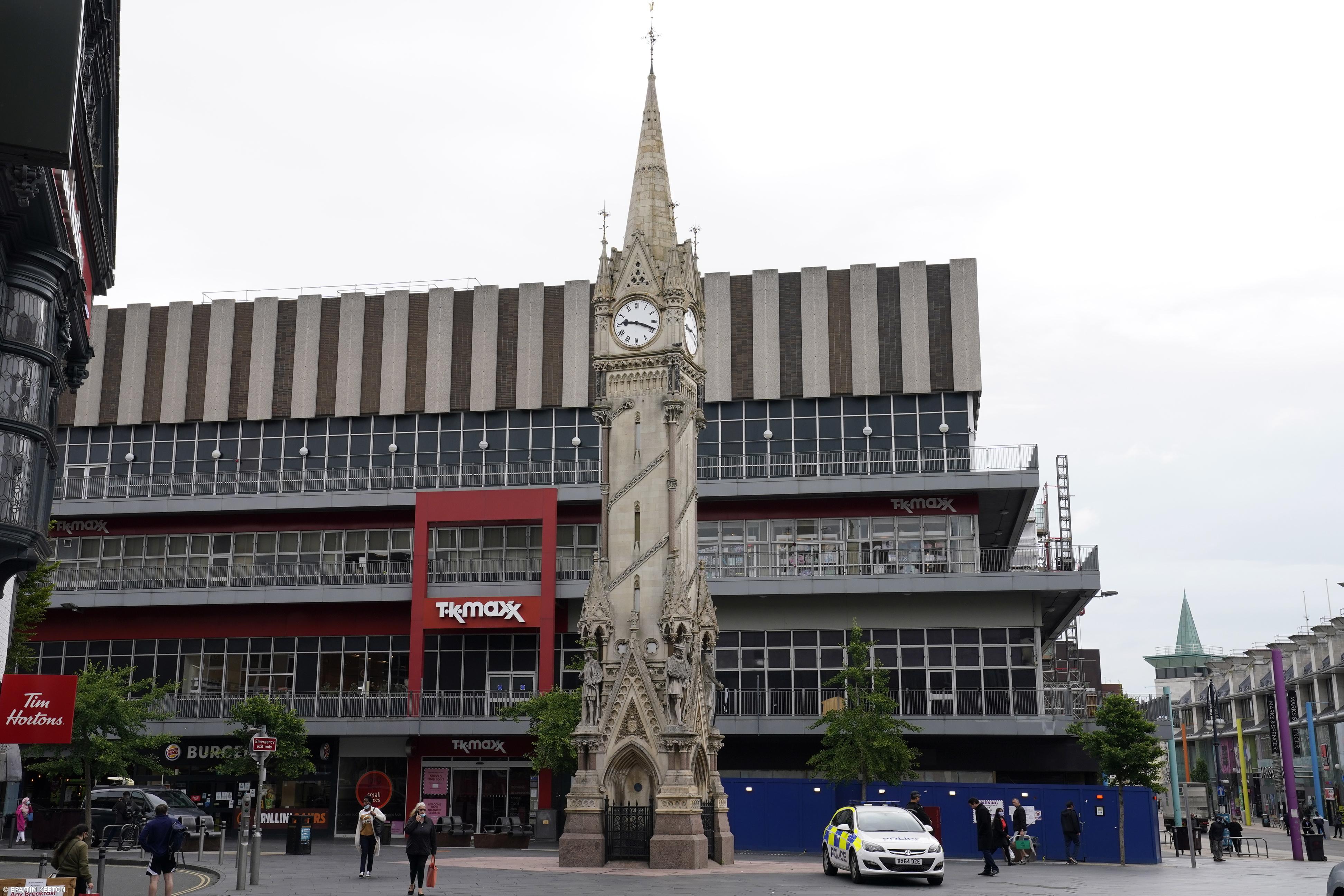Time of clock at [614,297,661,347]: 9:18
